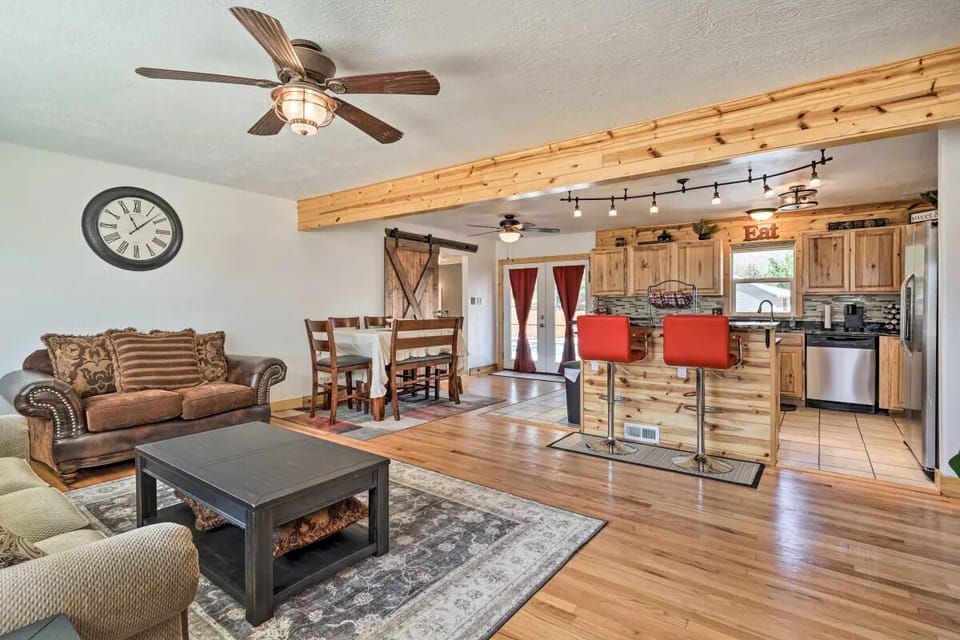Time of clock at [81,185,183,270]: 11:07
